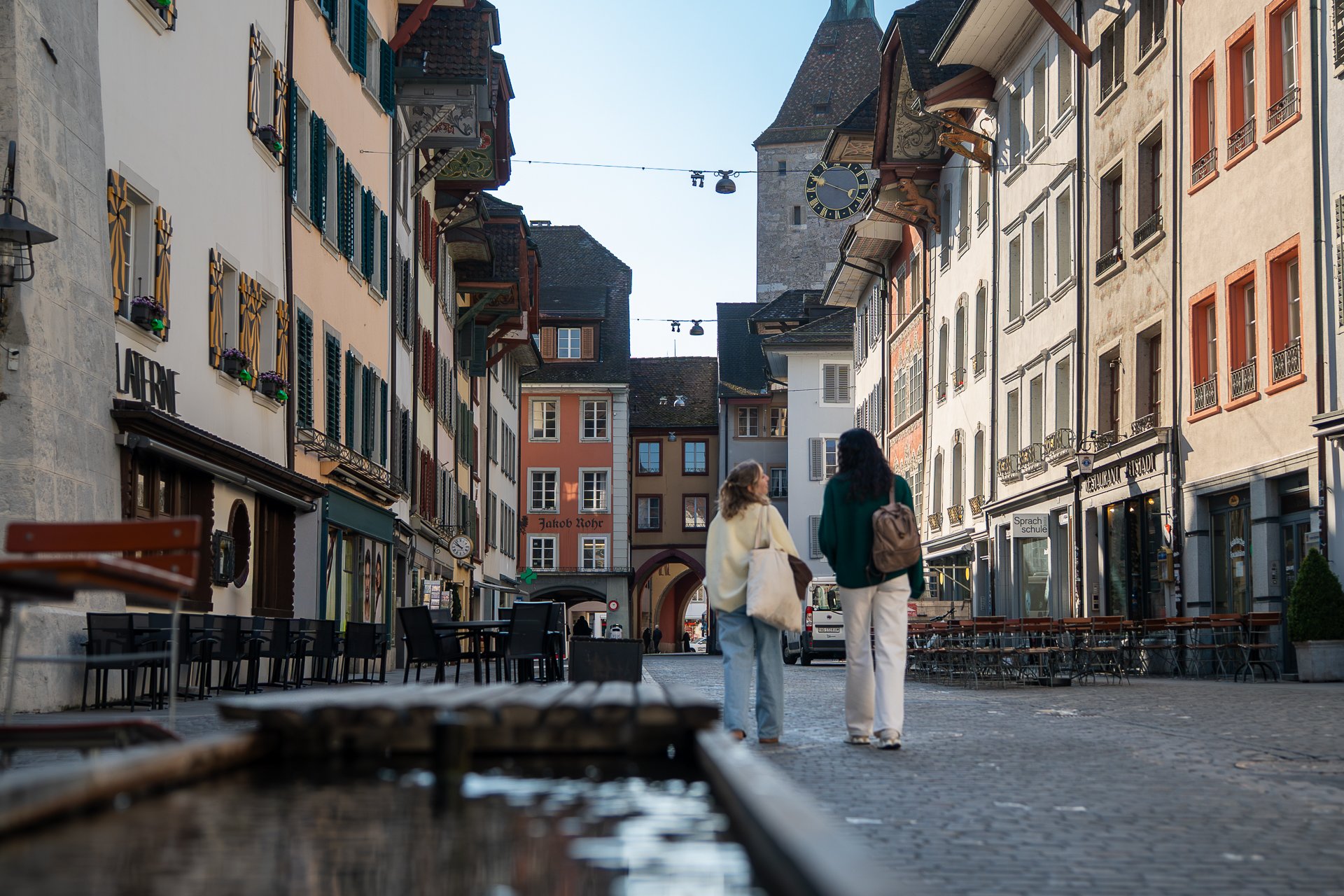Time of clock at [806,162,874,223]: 3:48
